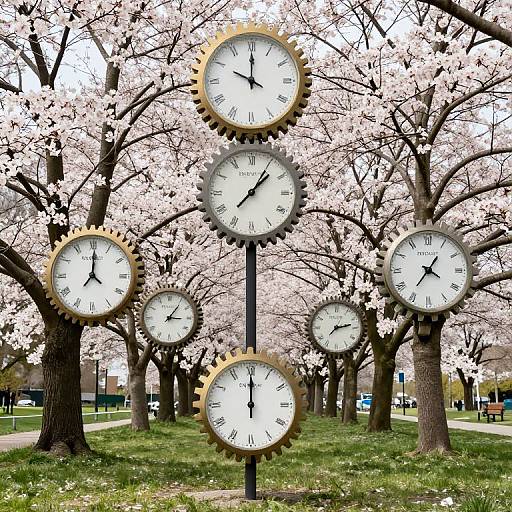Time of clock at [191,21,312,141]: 10:00
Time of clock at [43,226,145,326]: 12:00
